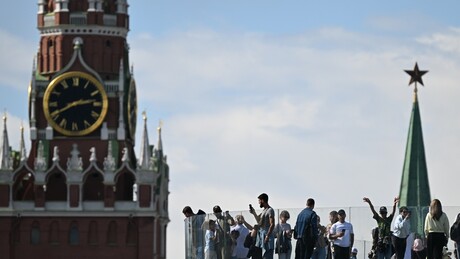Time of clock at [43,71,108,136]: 2:40
